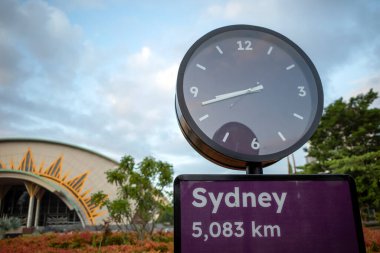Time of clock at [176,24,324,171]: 8:42
